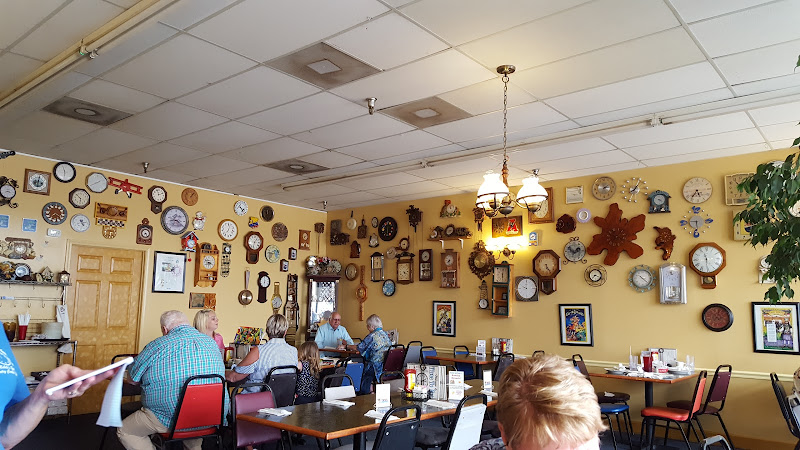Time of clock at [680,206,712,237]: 5:45
